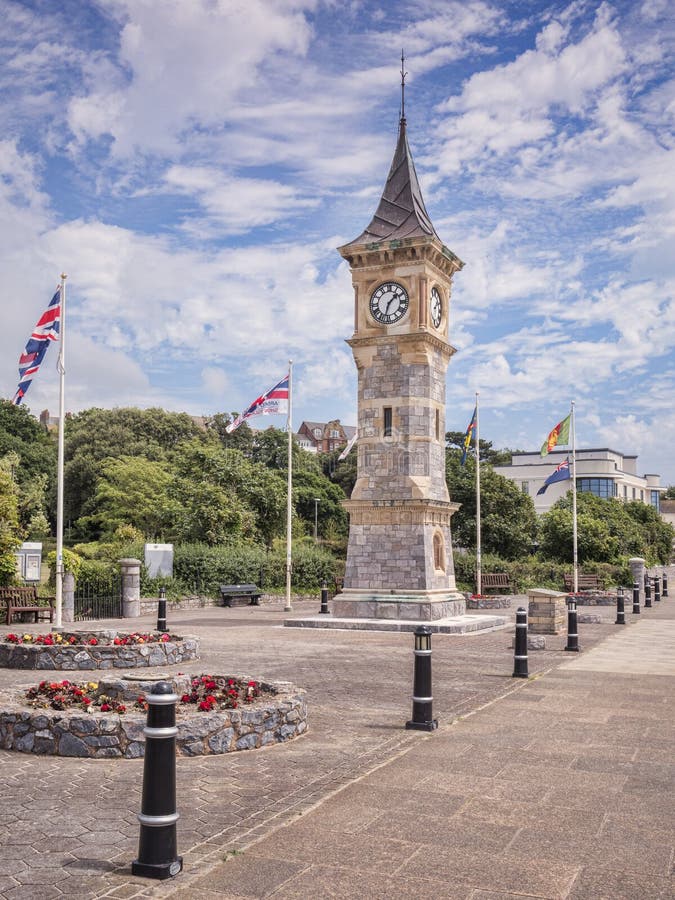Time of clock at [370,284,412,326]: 1:32
